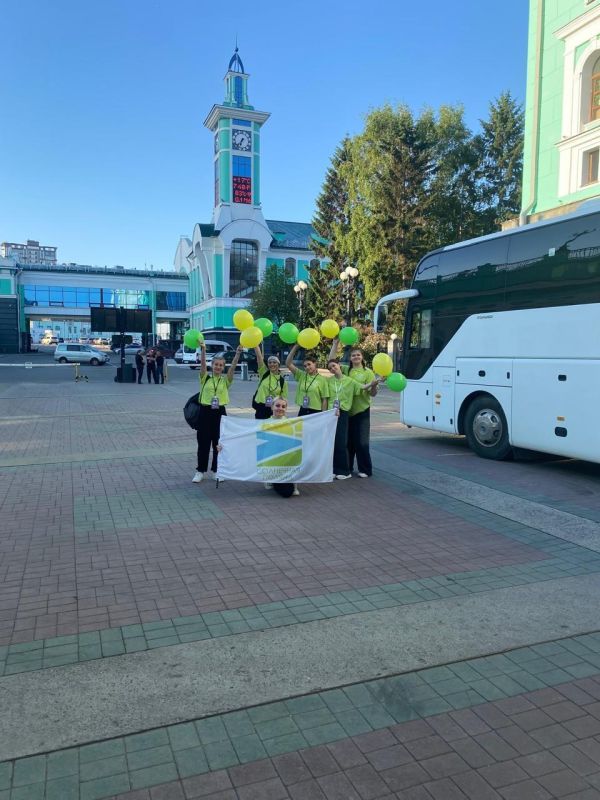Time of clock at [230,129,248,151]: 6:36
